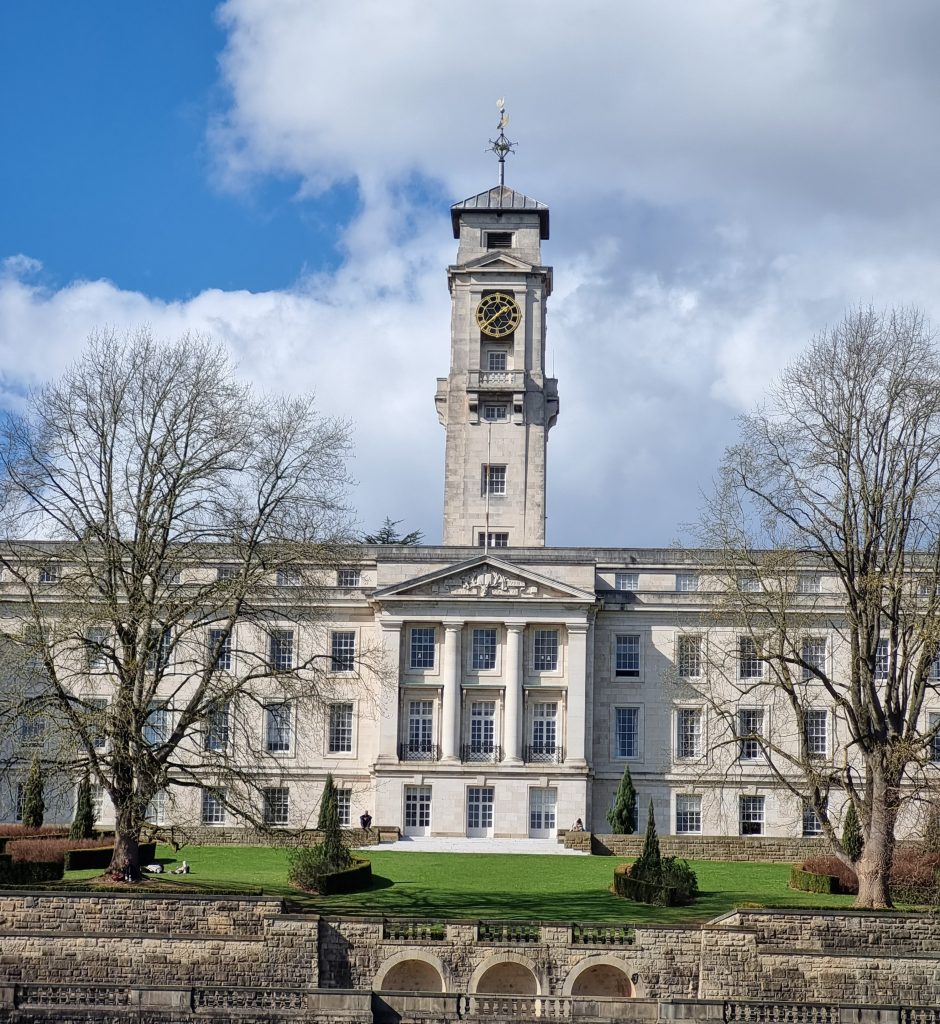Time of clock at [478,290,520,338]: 1:37
